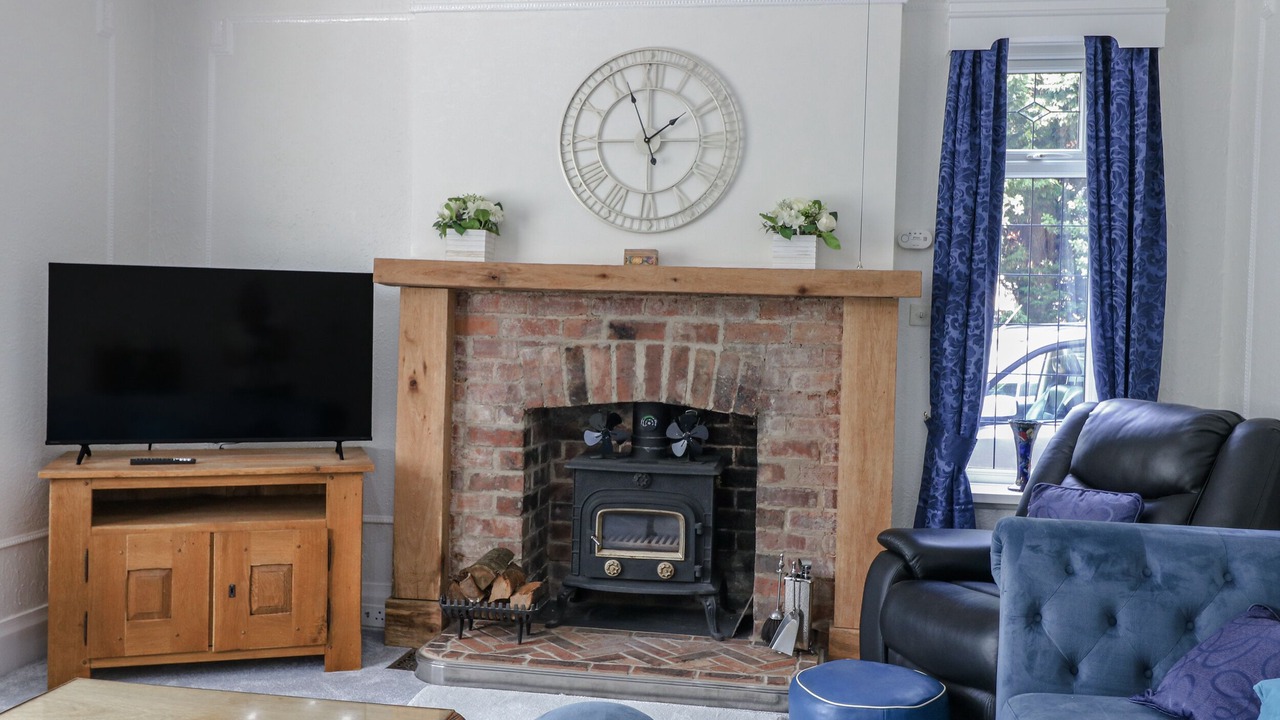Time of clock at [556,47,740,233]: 1:56
